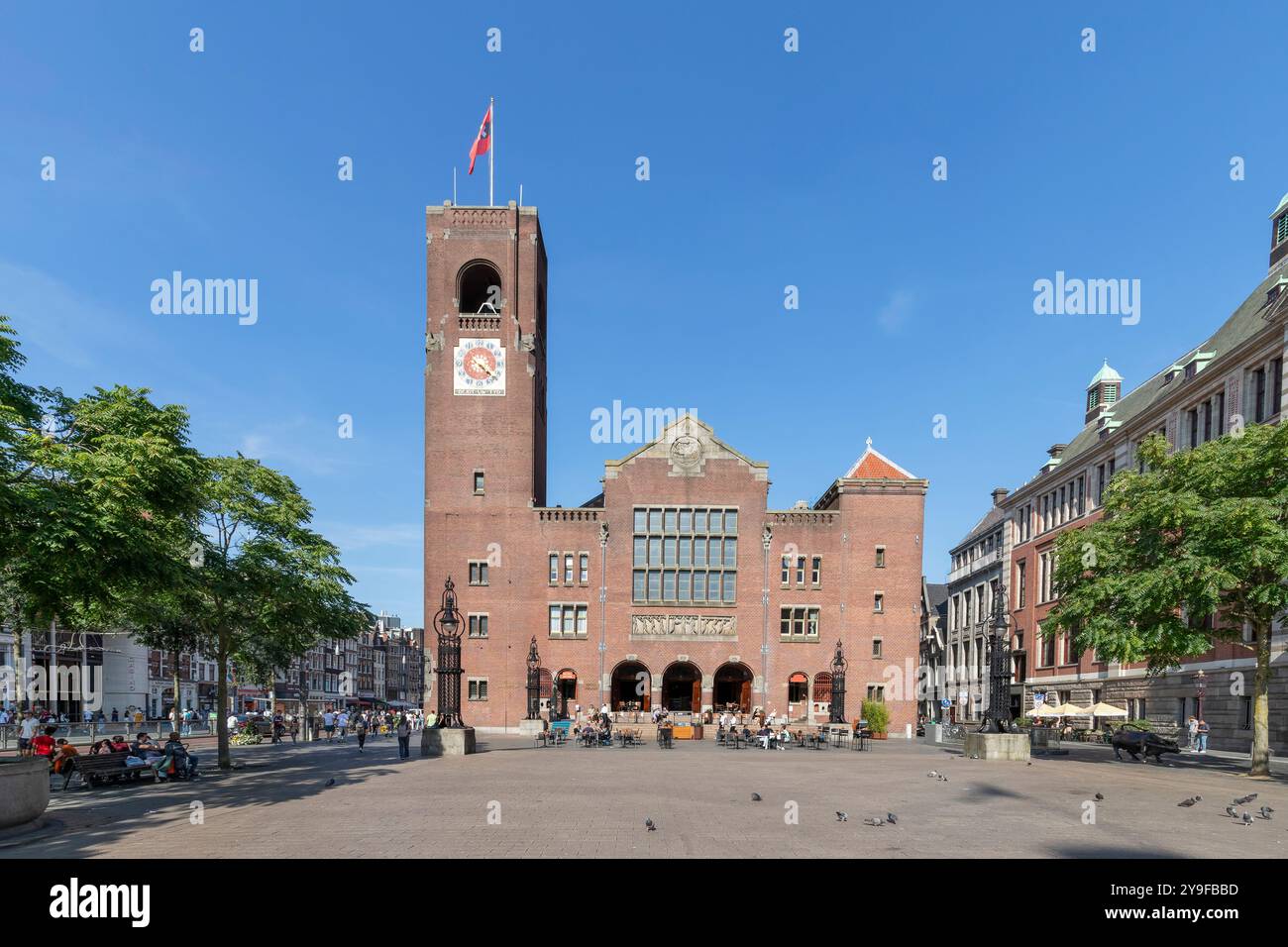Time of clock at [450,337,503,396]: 4:21
